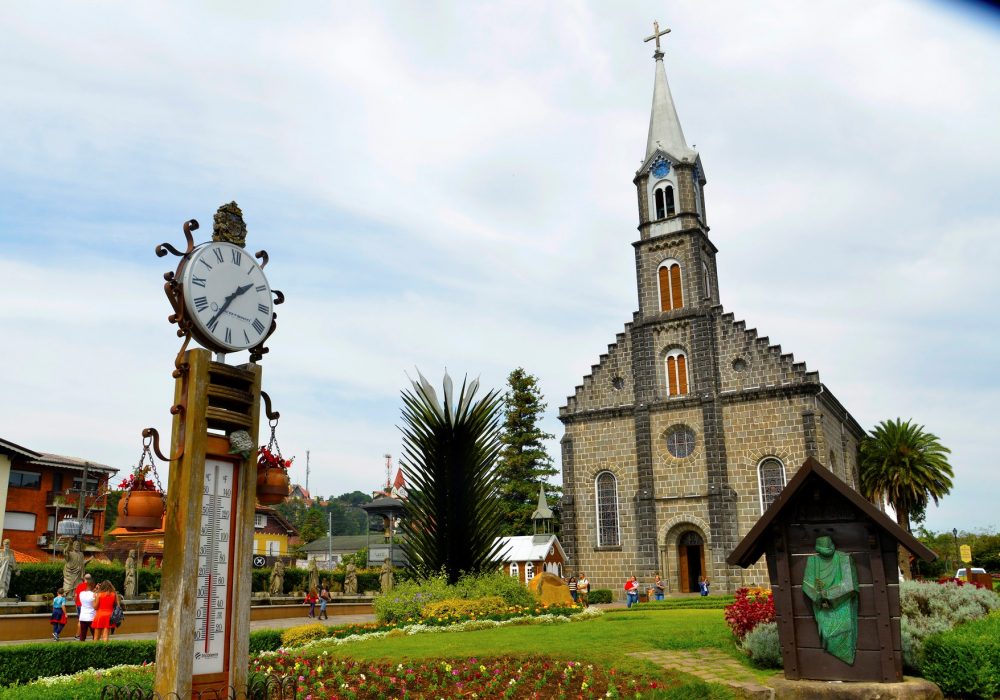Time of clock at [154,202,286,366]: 1:35
